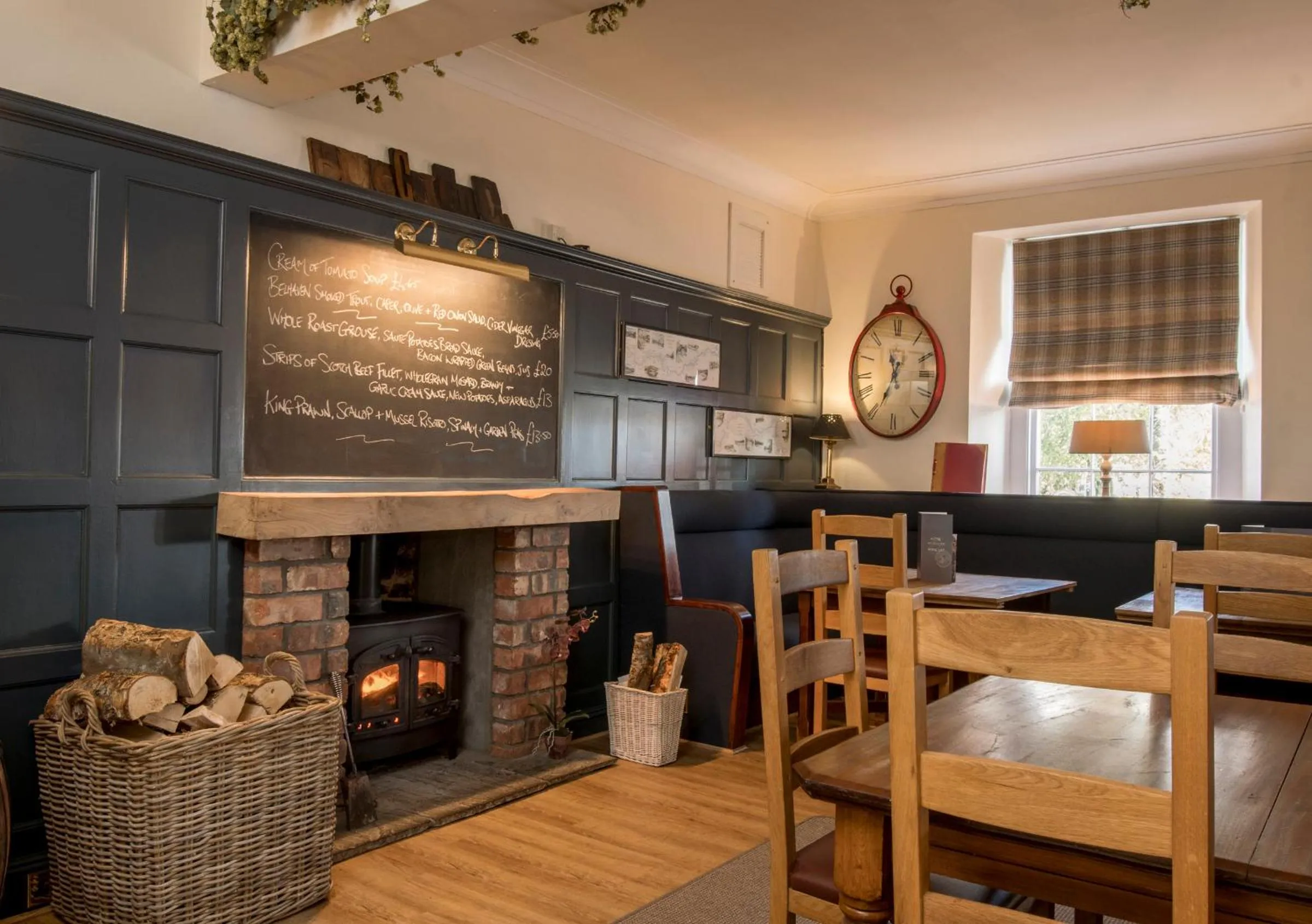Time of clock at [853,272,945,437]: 11:34
